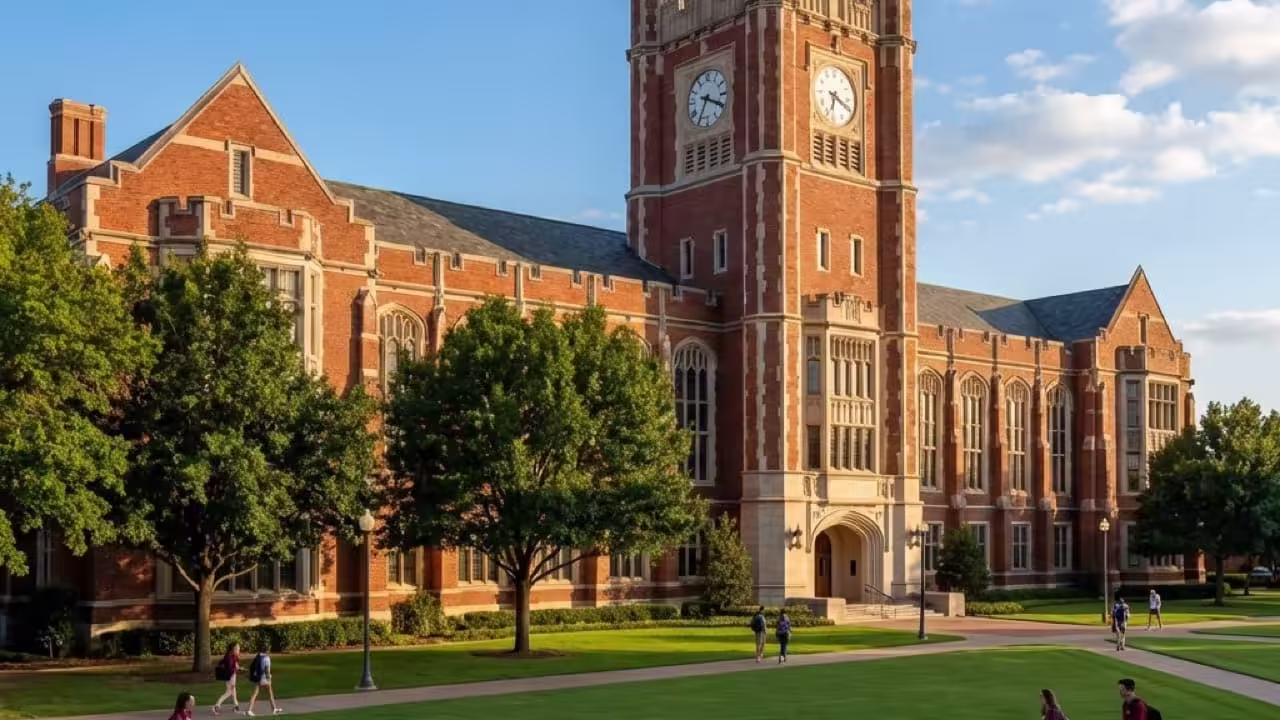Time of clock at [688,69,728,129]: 3:34
